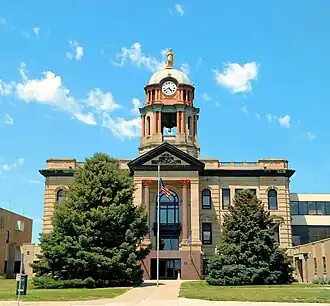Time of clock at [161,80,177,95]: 4:40
